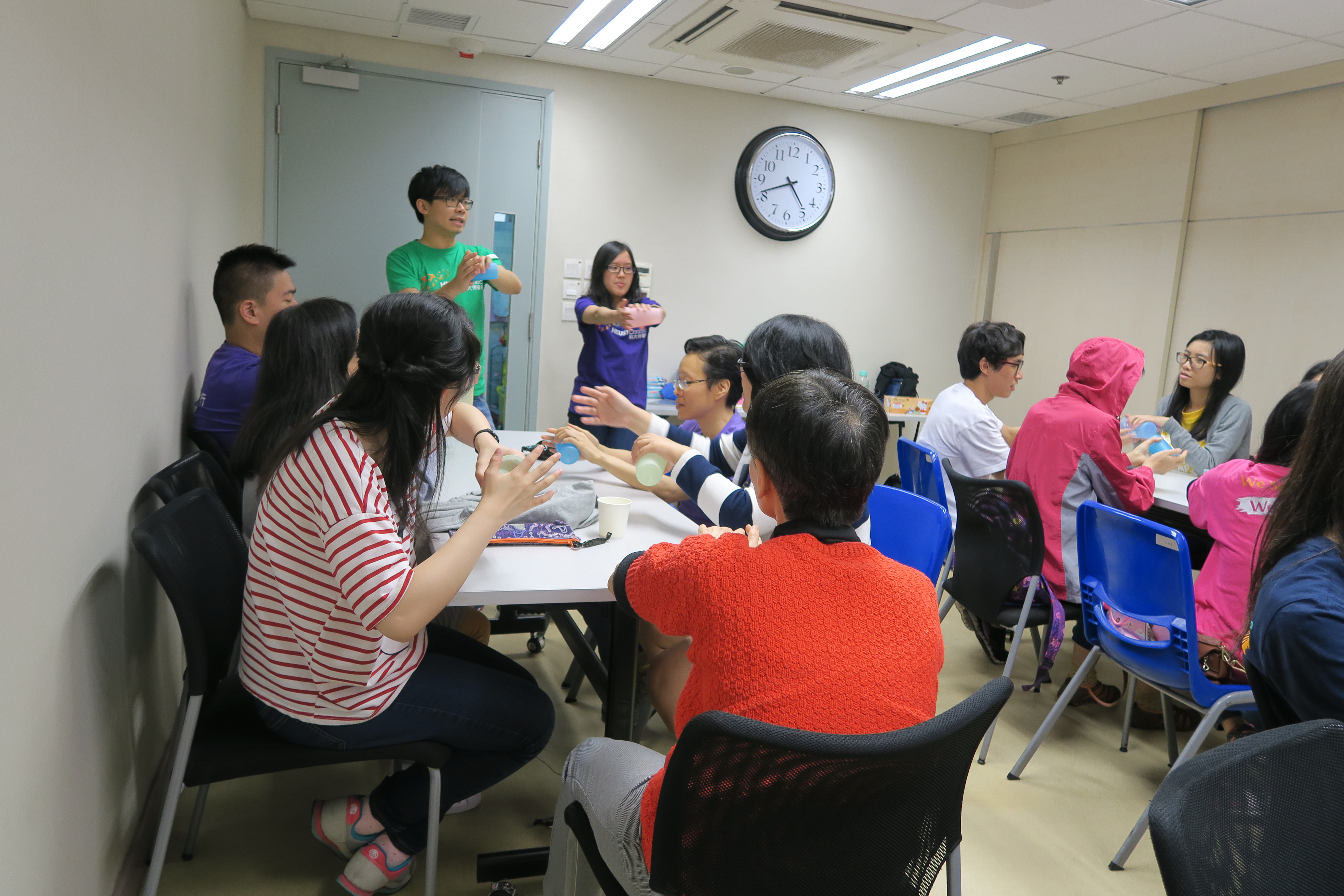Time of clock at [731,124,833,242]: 4:41
